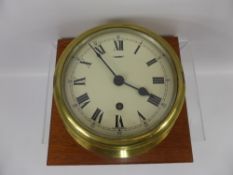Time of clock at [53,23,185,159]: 3:53
